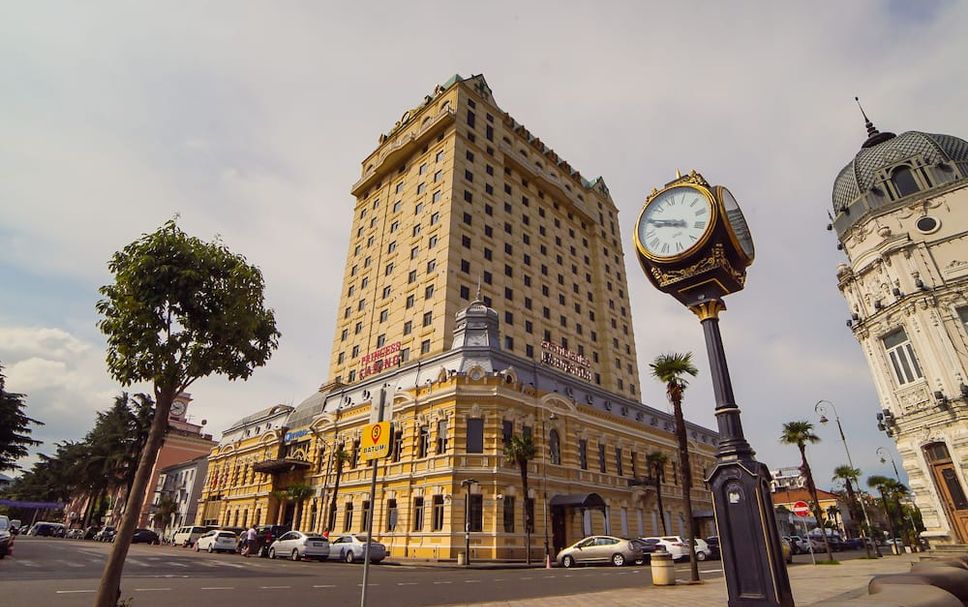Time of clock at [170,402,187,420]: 9:42
